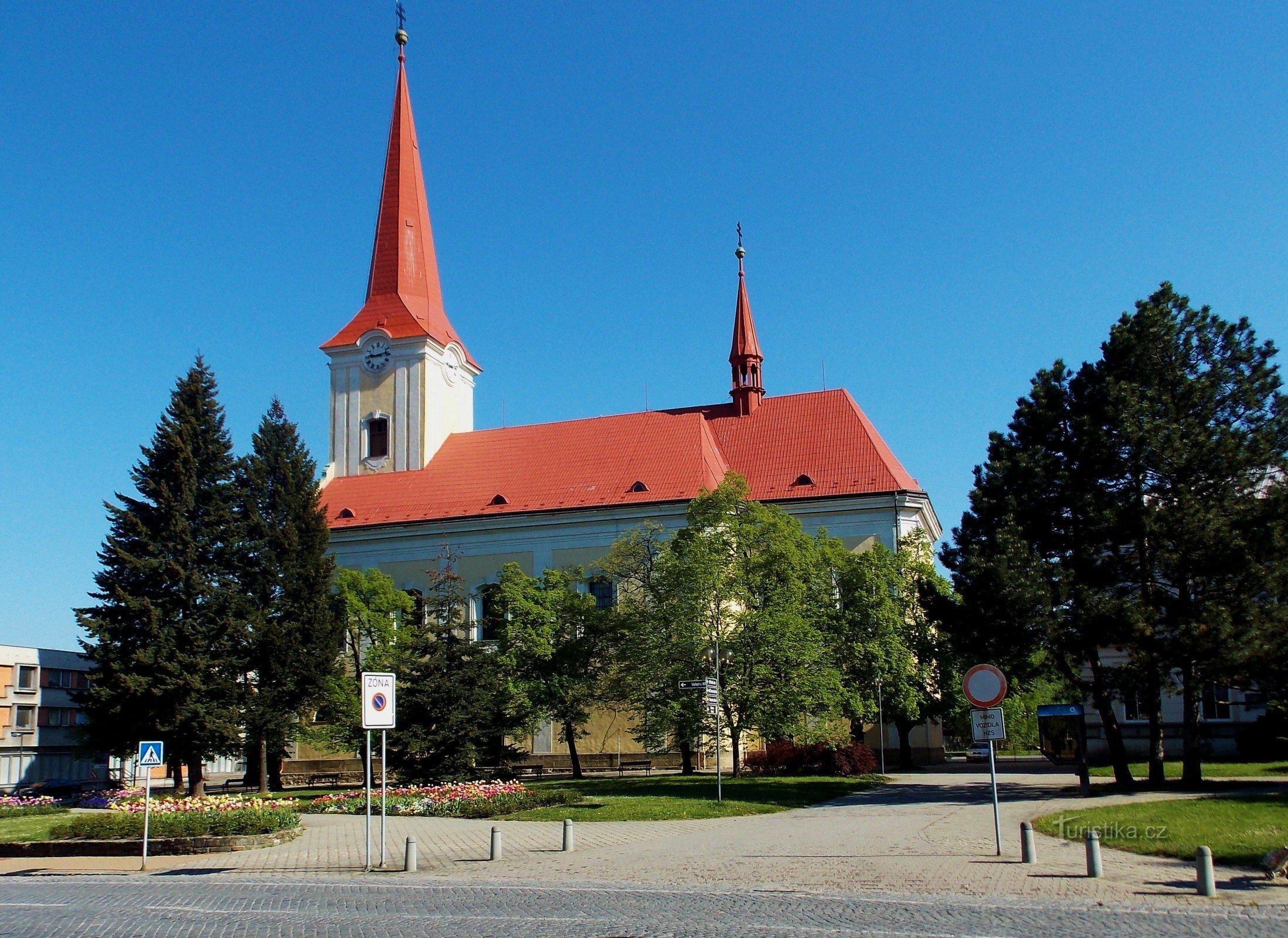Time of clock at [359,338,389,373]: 9:12
